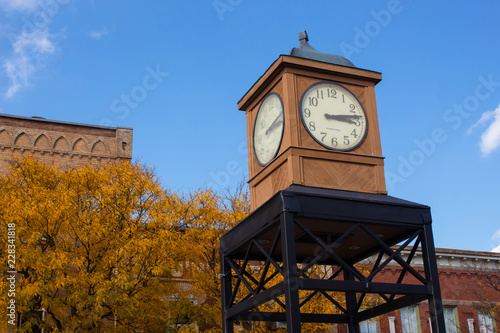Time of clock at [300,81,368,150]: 3:13
